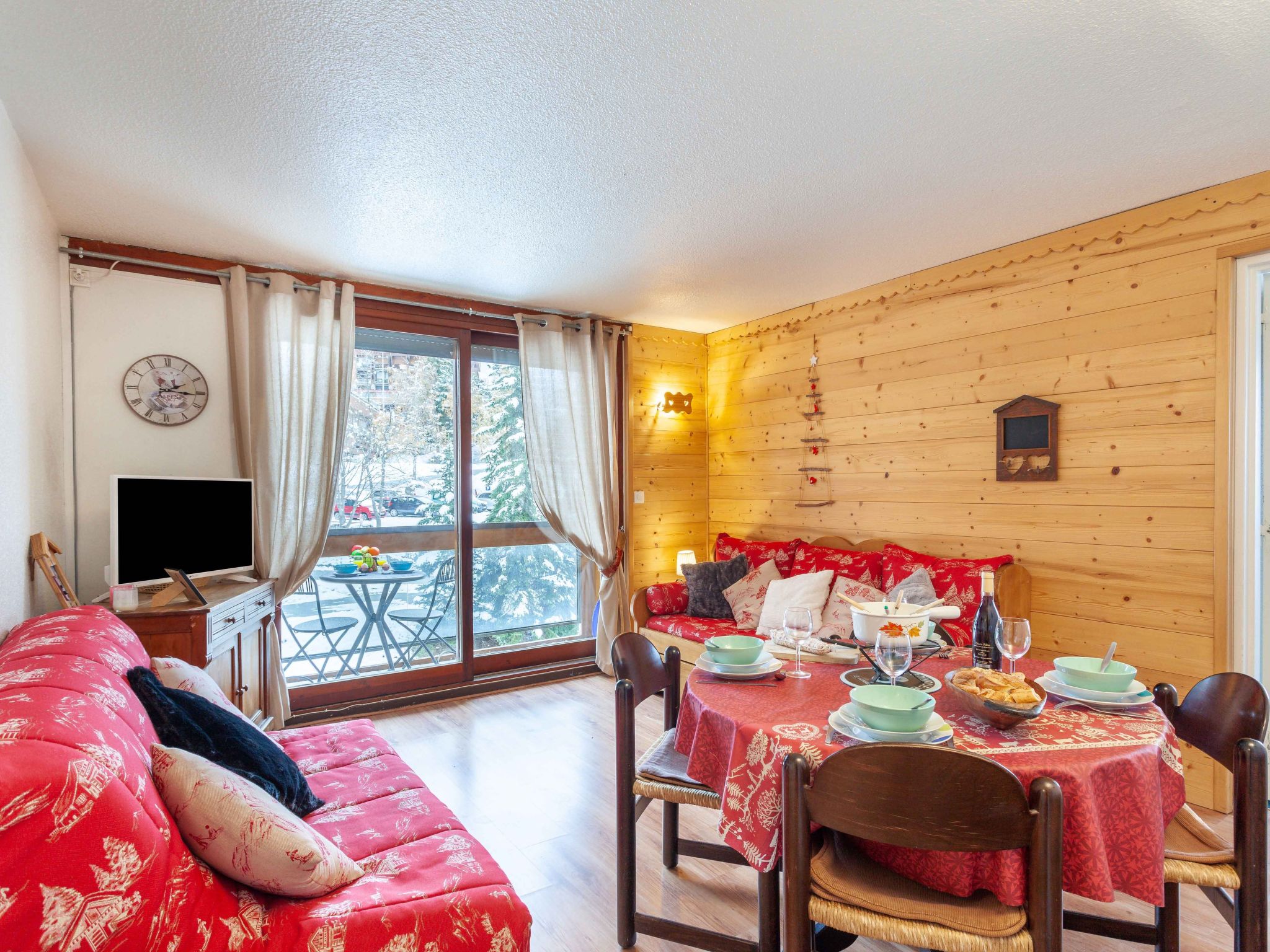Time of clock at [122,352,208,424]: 2:15
